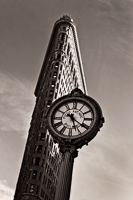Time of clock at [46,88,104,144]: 5:20
